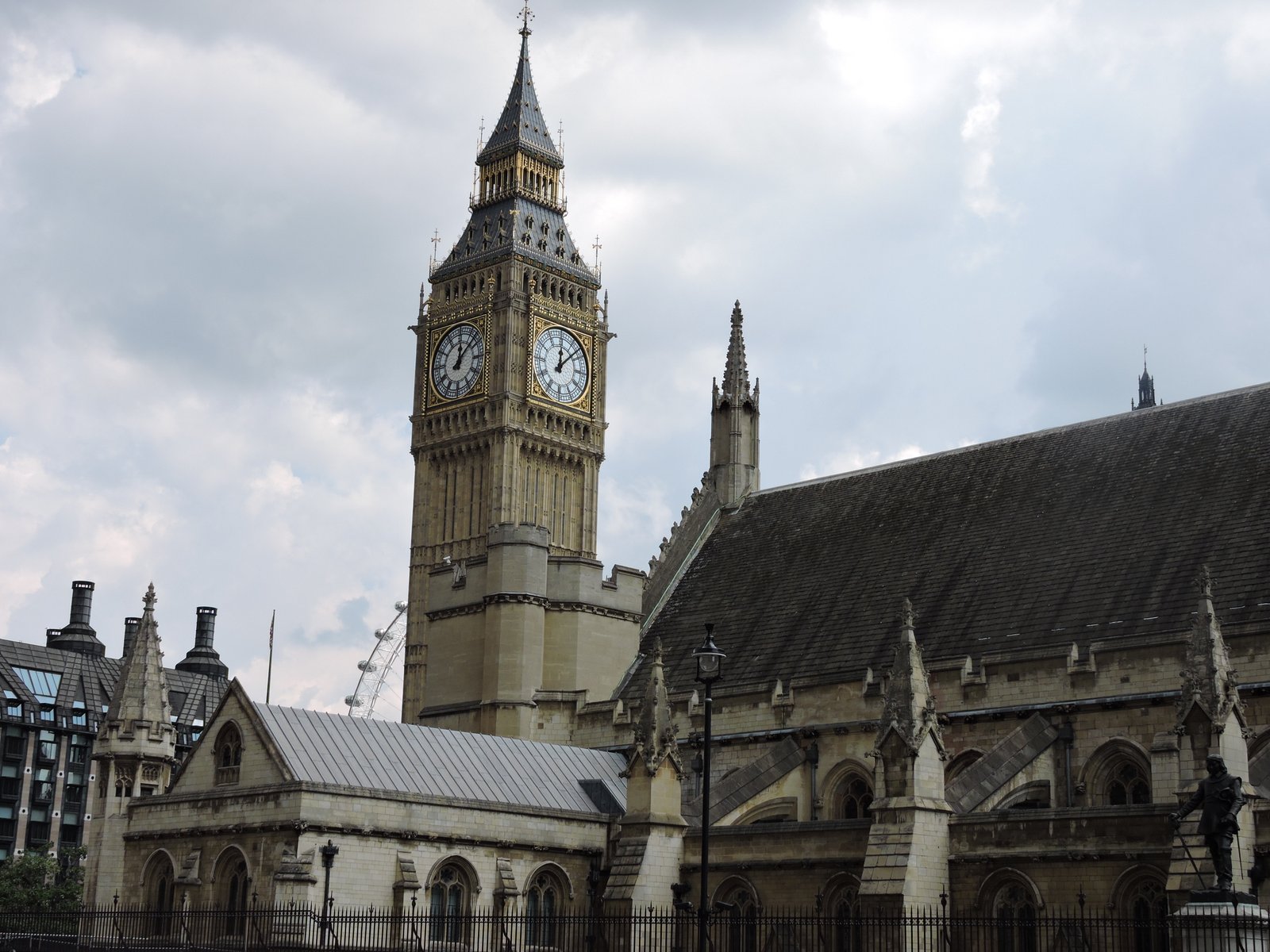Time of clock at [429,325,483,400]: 12:07
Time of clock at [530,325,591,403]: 12:07
